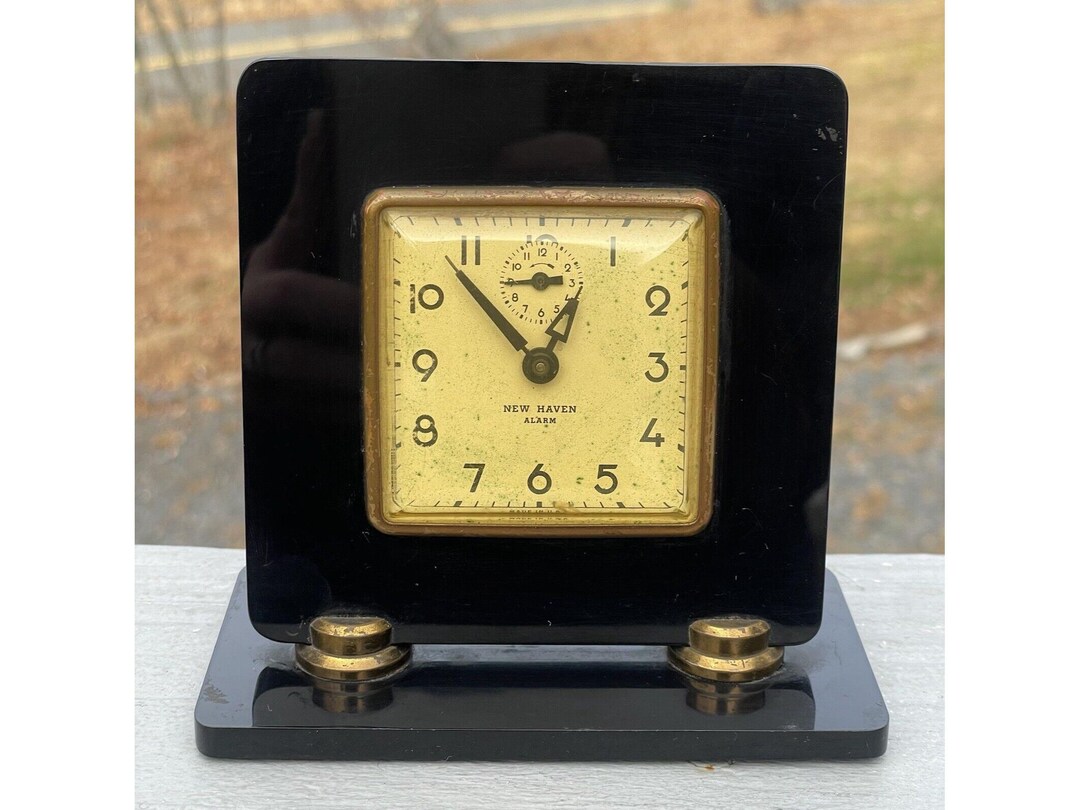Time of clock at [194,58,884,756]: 12:52
